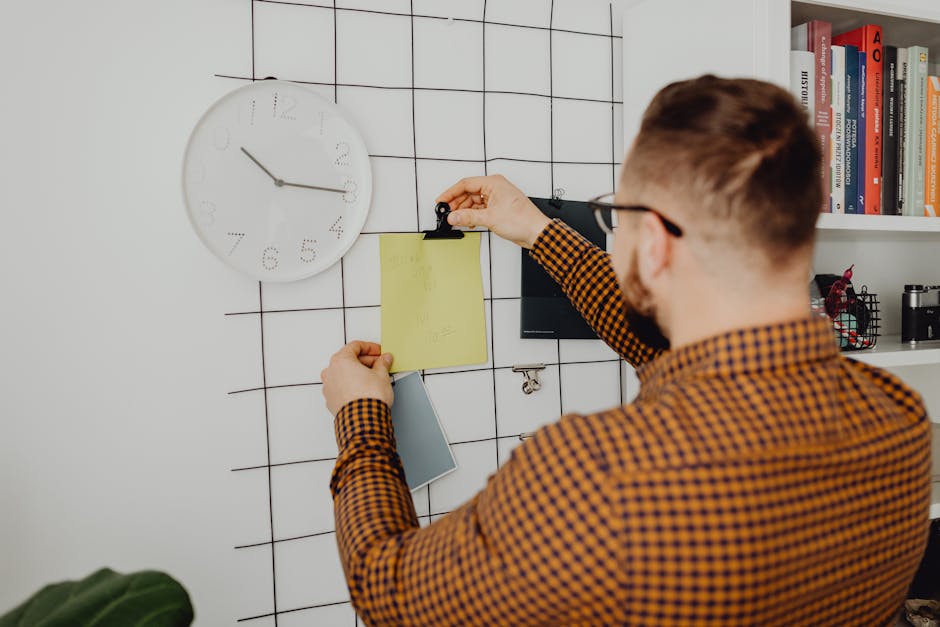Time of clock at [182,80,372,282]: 10:15
